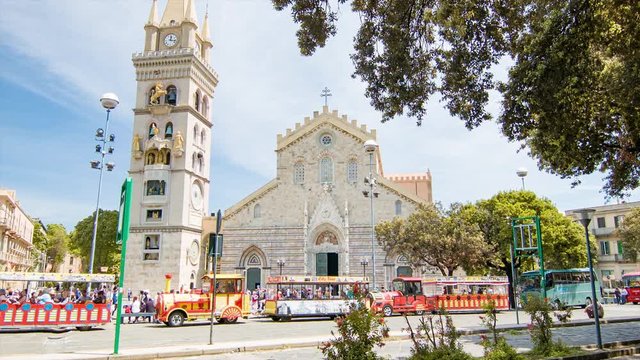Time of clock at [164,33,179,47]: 12:16
